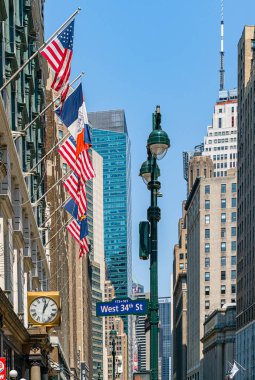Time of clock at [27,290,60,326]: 1:02
